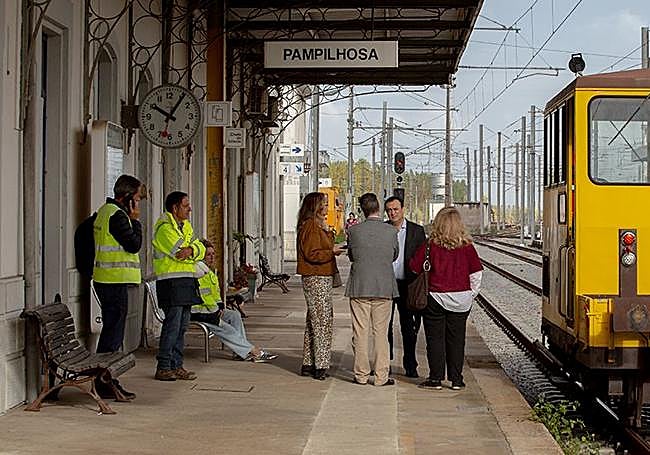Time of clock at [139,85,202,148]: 10:05
